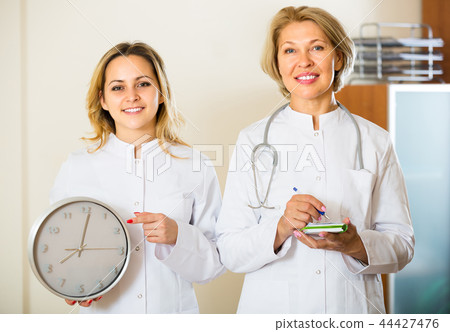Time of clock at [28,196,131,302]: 8:01
